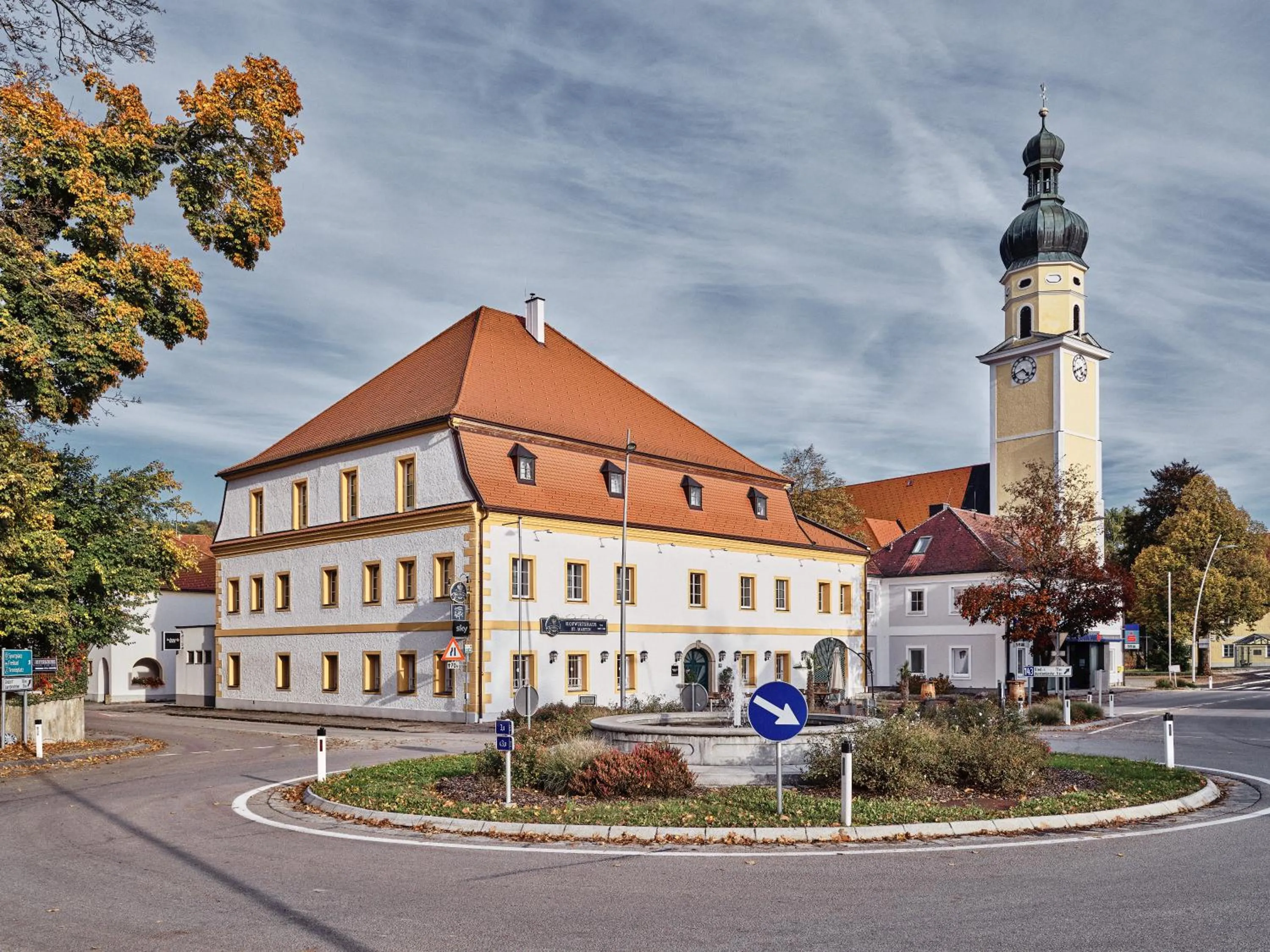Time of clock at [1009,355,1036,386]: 4:41
